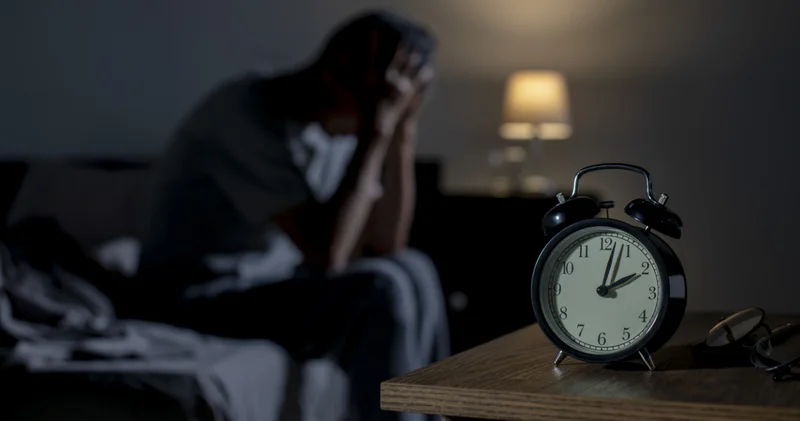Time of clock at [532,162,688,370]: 2:02
